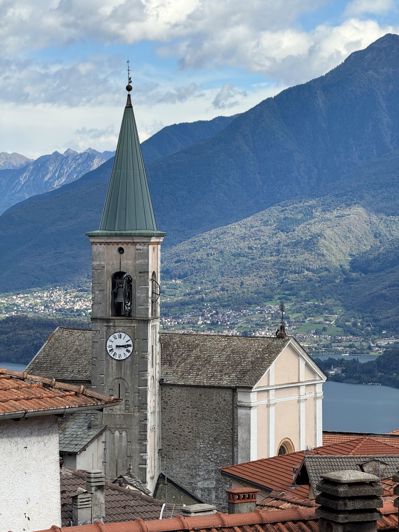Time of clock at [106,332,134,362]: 3:13
